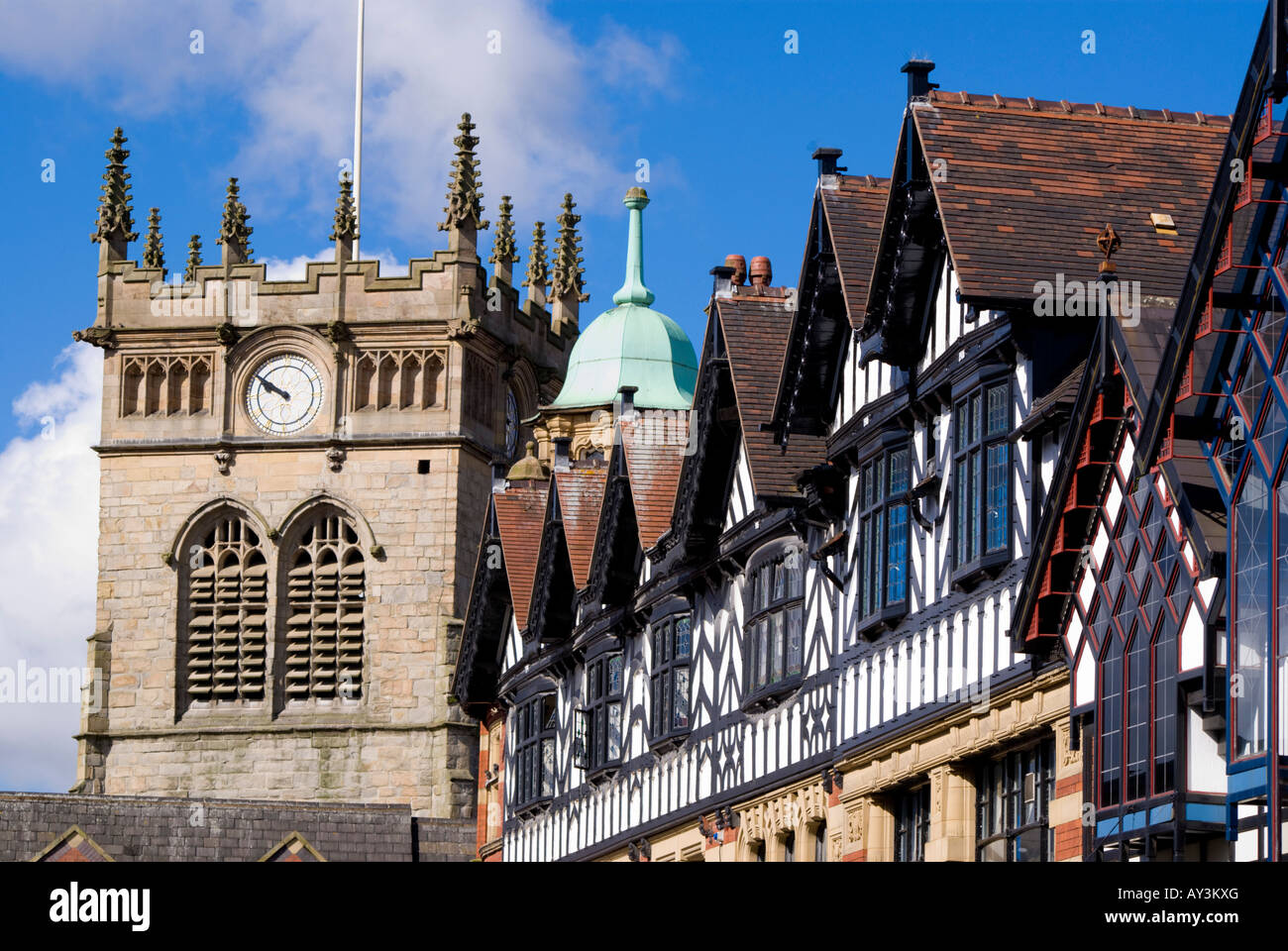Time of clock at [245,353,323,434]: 9:50
